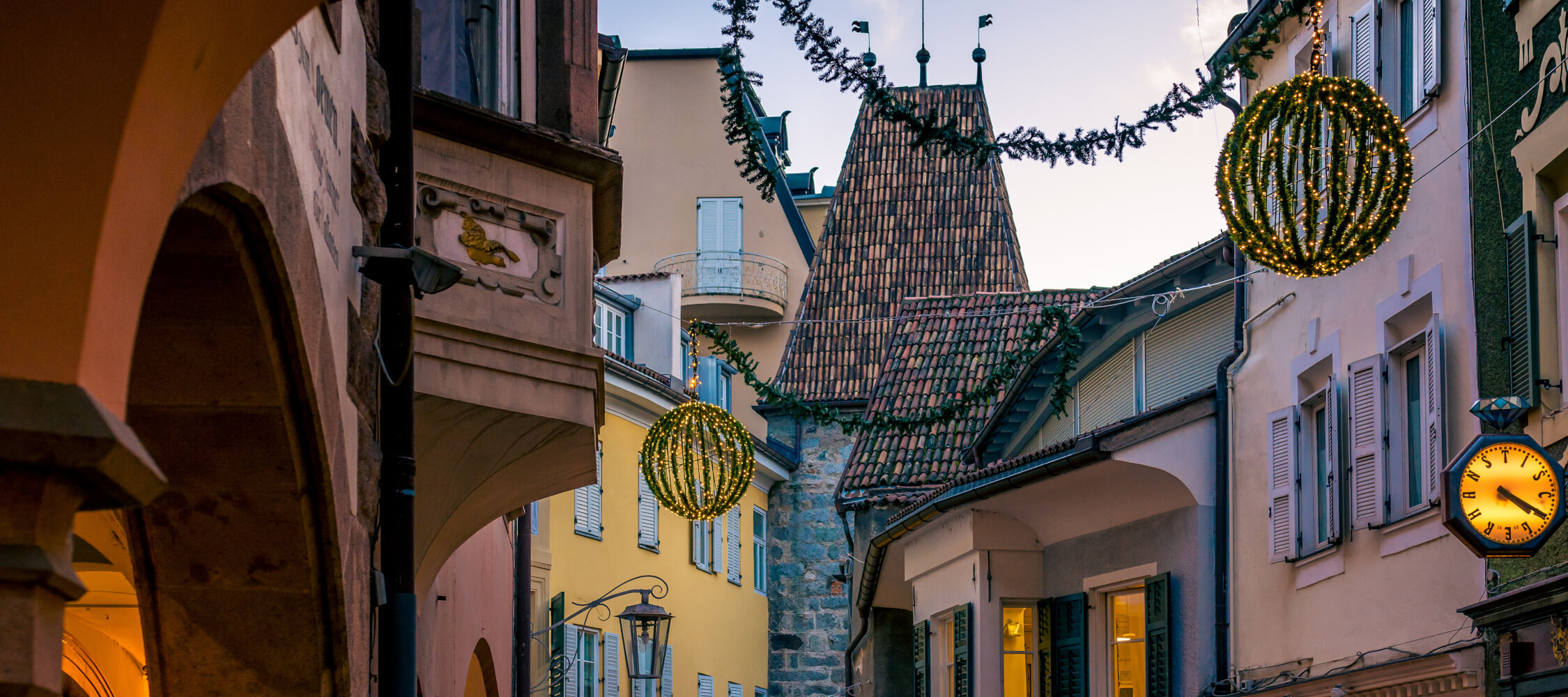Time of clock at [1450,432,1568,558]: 4:19
